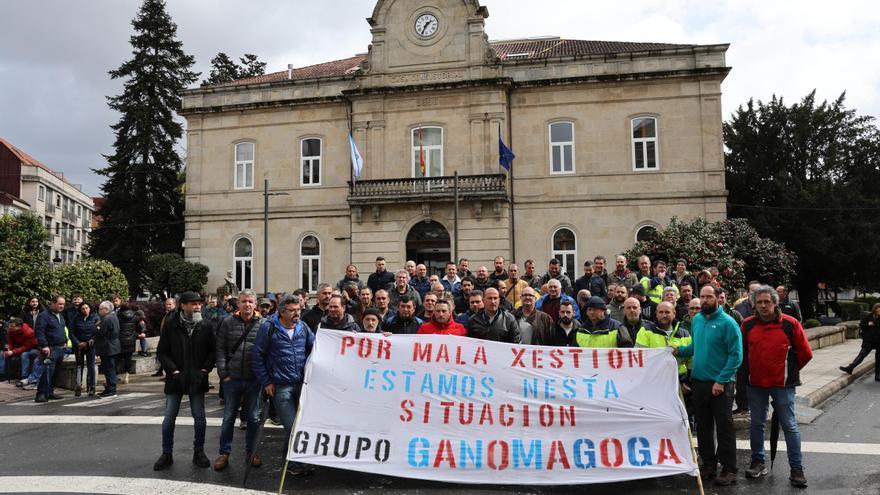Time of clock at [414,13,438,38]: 1:34
